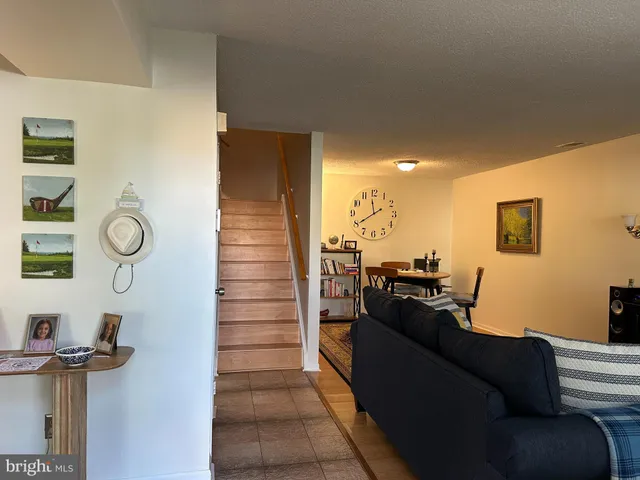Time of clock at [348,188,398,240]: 11:39
